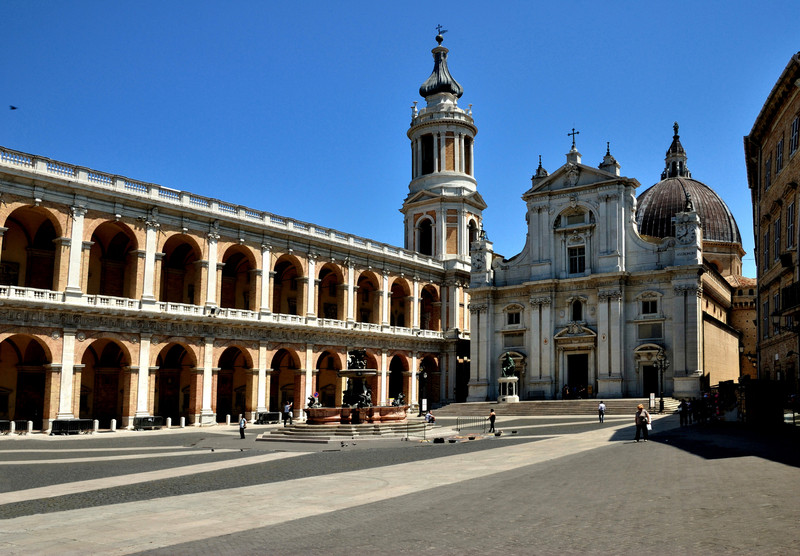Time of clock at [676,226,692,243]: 12:40
